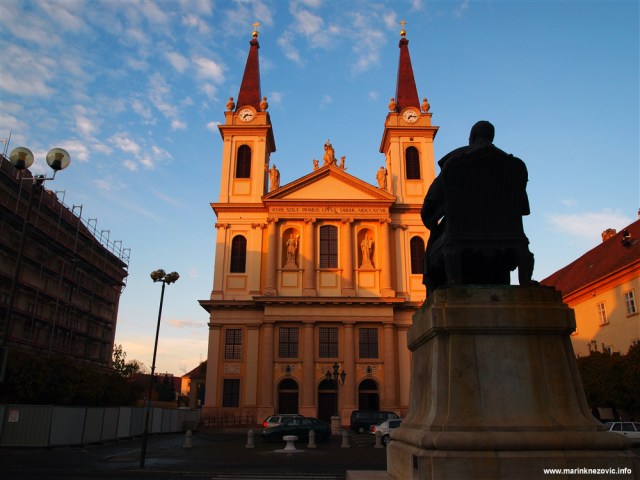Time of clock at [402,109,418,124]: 7:15
